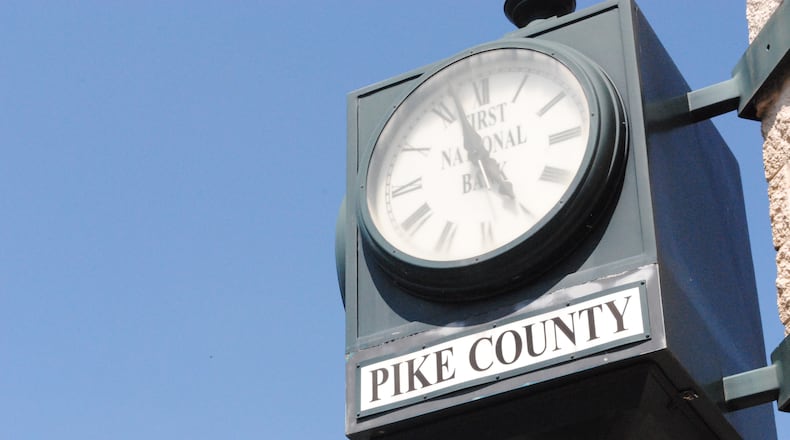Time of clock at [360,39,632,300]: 4:57
